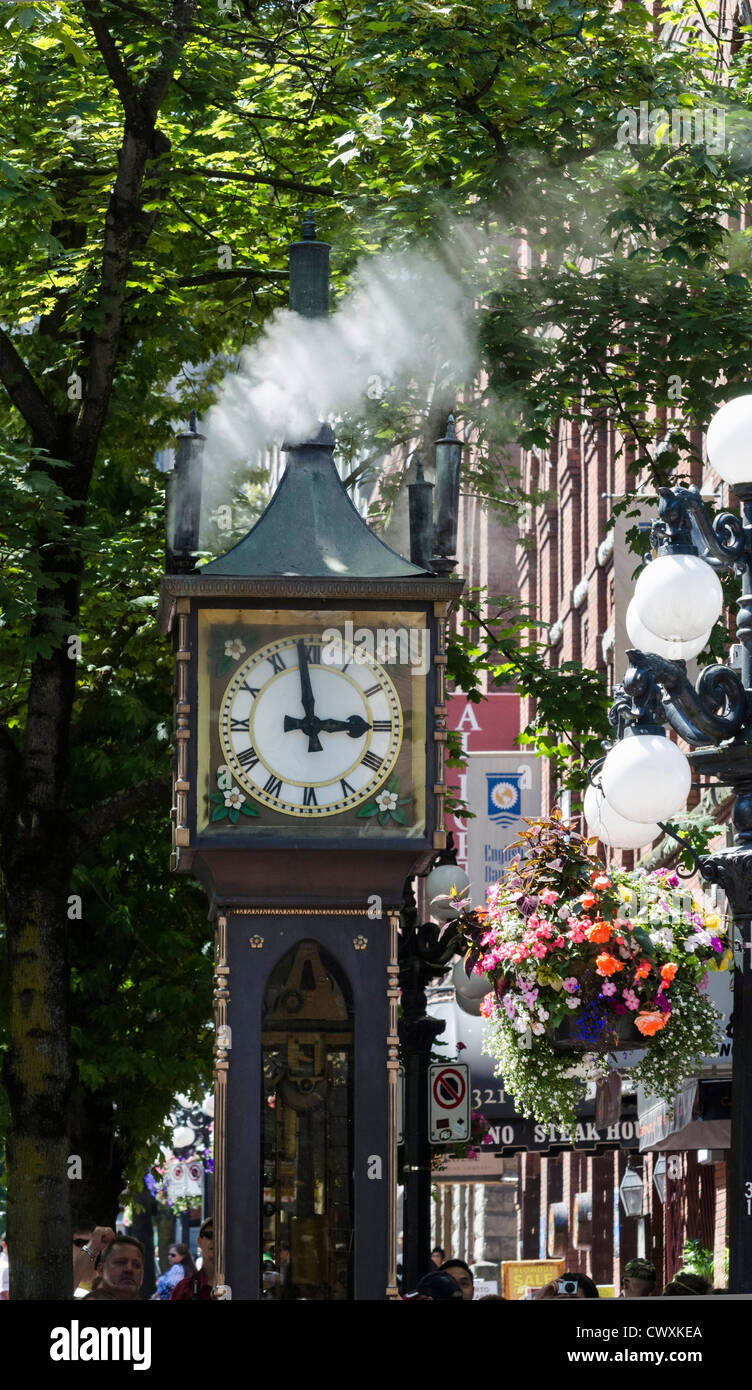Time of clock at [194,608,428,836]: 2:58
